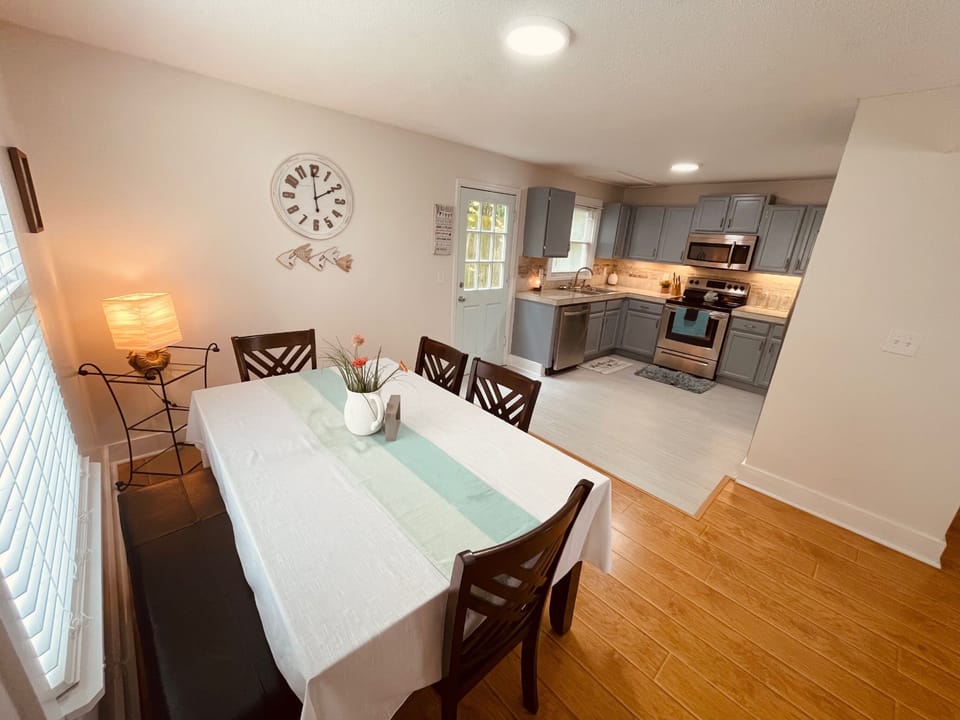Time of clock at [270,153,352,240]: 1:59
